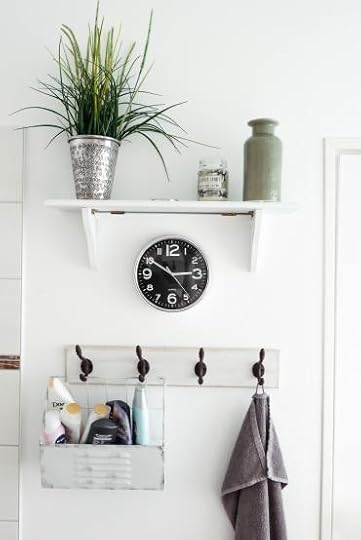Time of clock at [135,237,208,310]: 2:50
